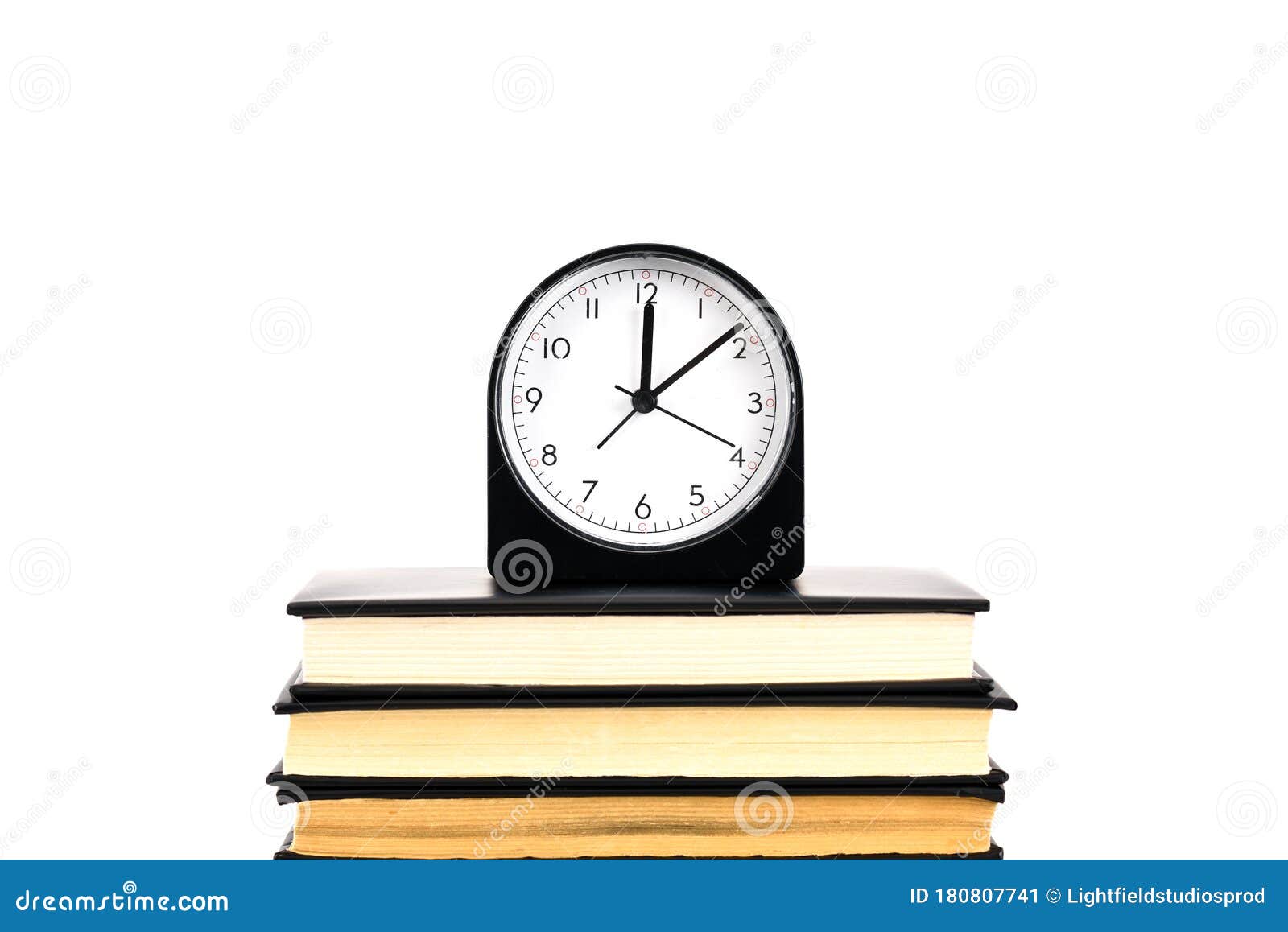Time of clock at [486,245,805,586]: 12:08
